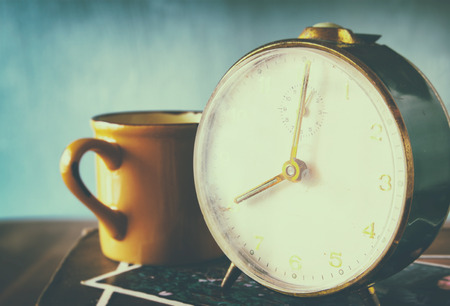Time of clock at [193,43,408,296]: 8:00
